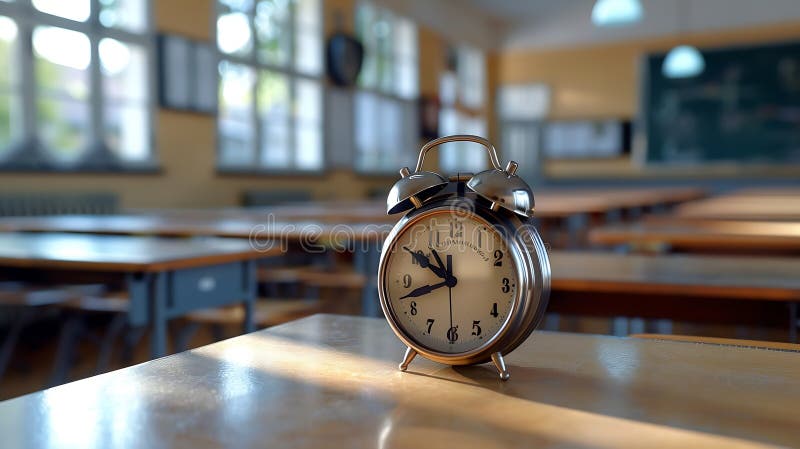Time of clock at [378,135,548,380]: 10:42
